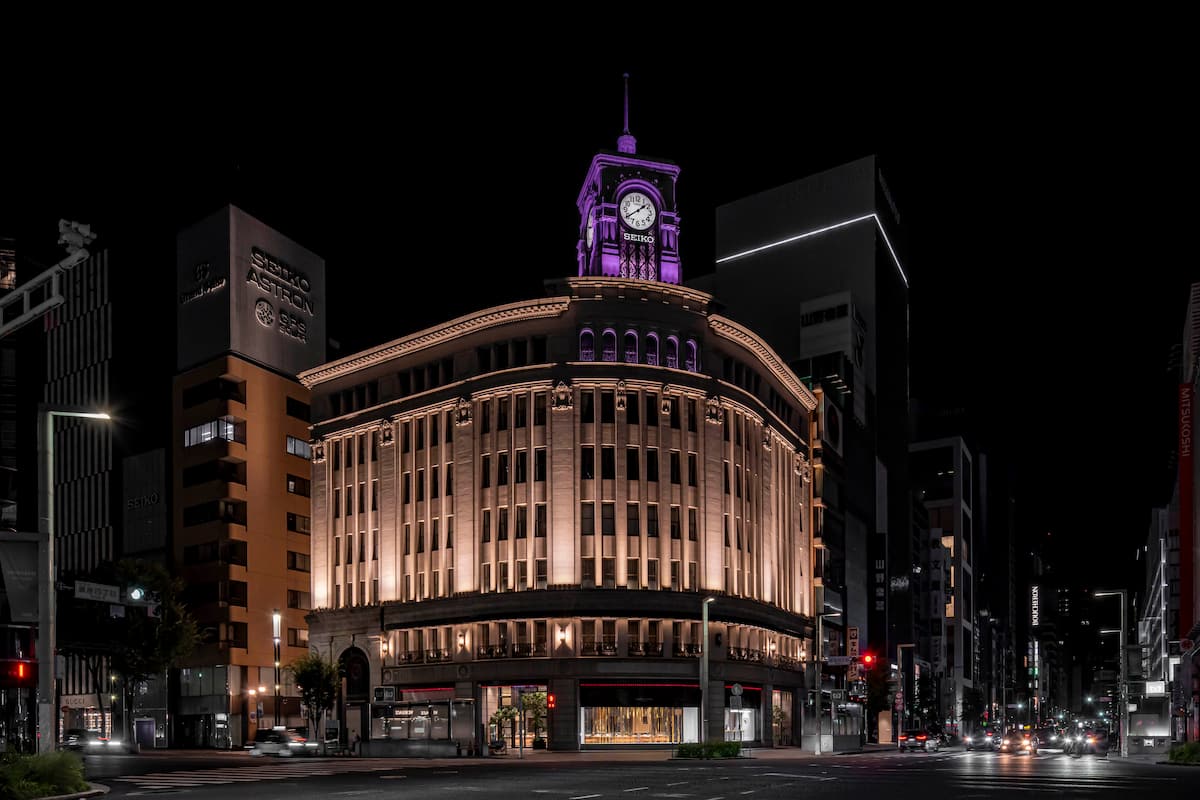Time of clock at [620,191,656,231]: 1:39
